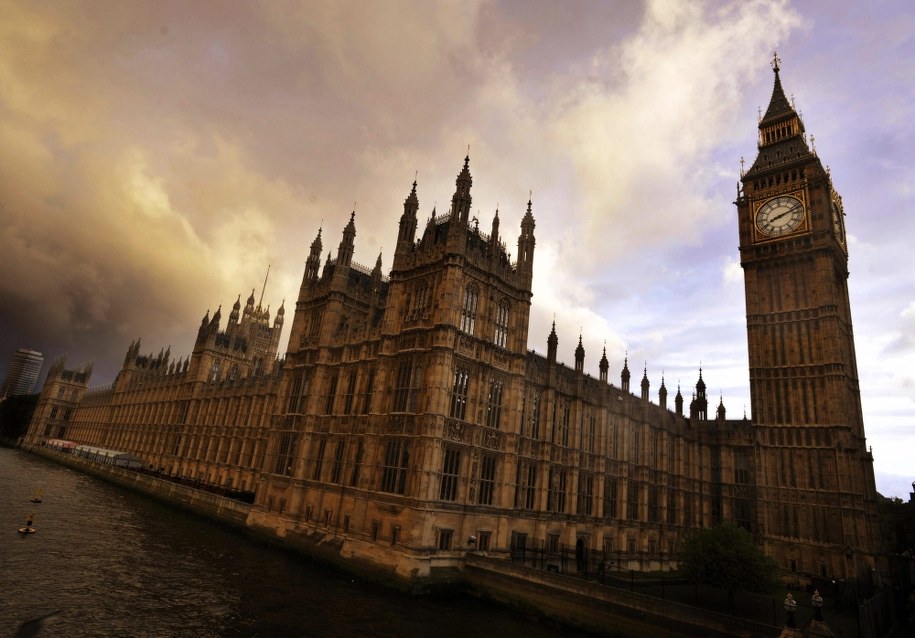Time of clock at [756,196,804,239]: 8:11
